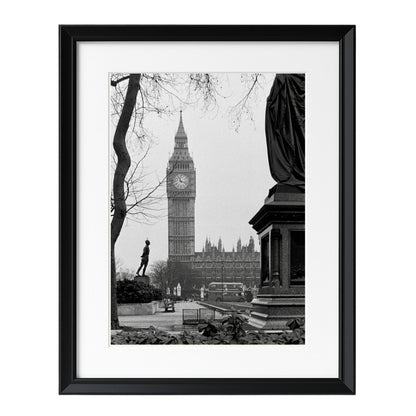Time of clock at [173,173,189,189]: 11:17
